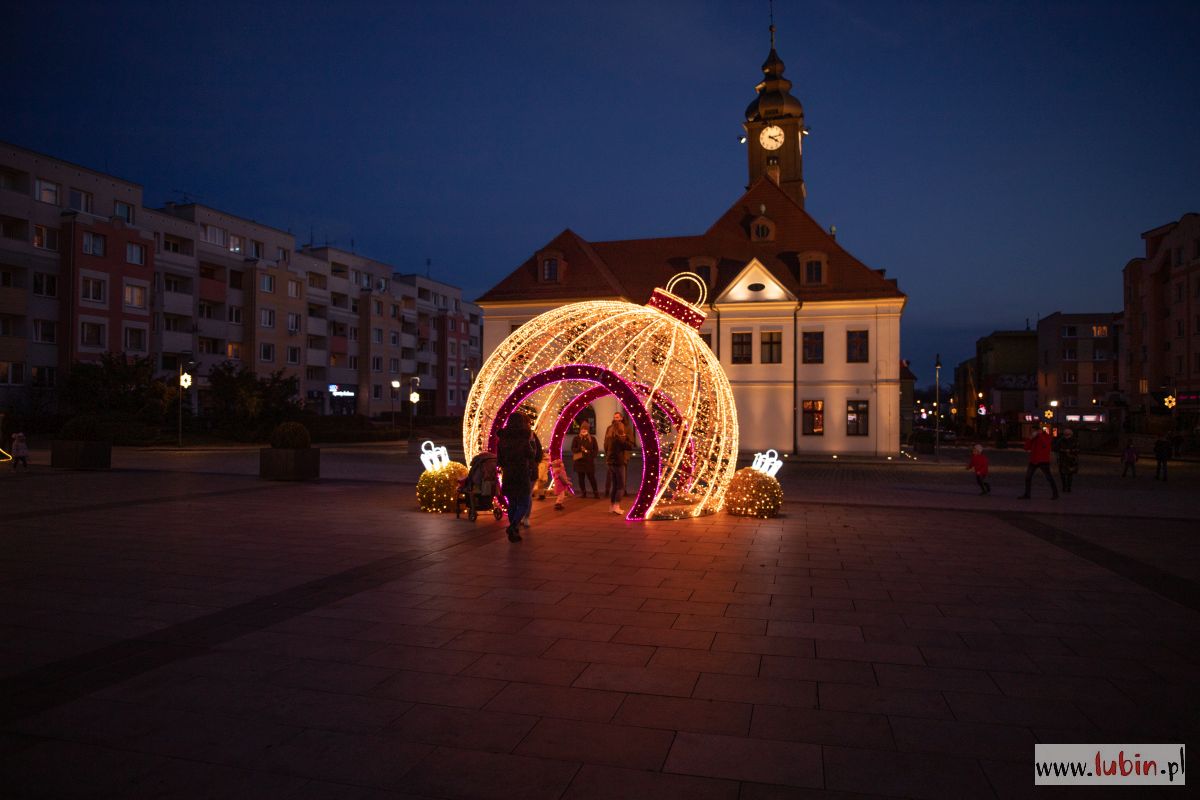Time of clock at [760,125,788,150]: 4:12
